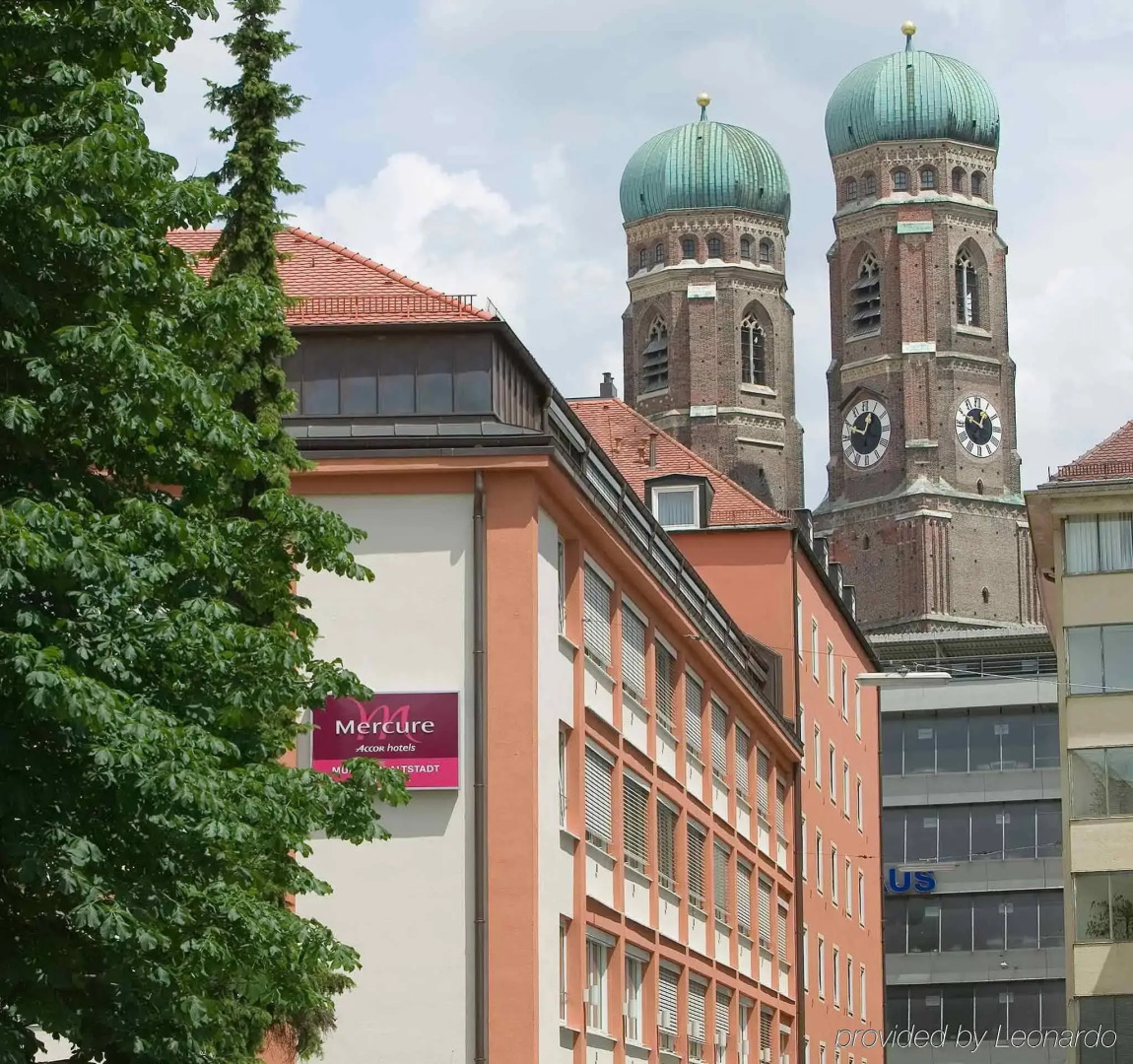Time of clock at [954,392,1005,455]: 12:49
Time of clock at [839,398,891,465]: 12:49
